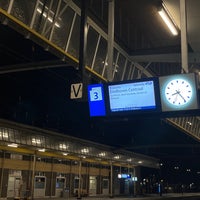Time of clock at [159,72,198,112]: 8:24
